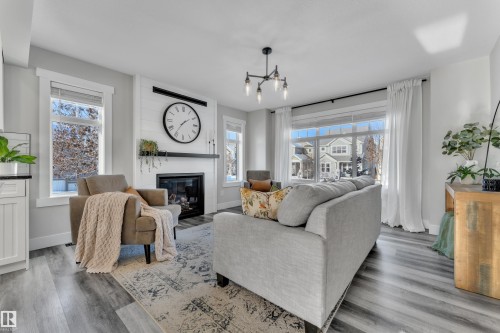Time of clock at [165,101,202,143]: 1:35
